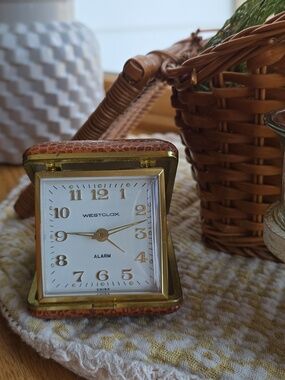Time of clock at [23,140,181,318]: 9:12
